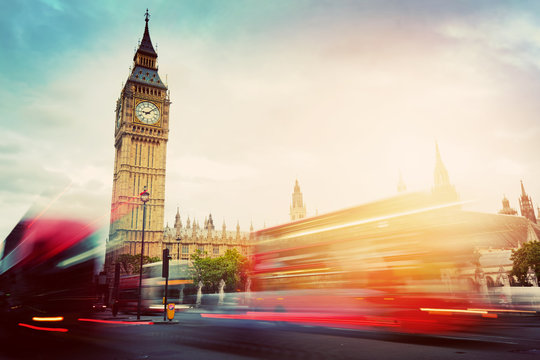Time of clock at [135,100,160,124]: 9:08
